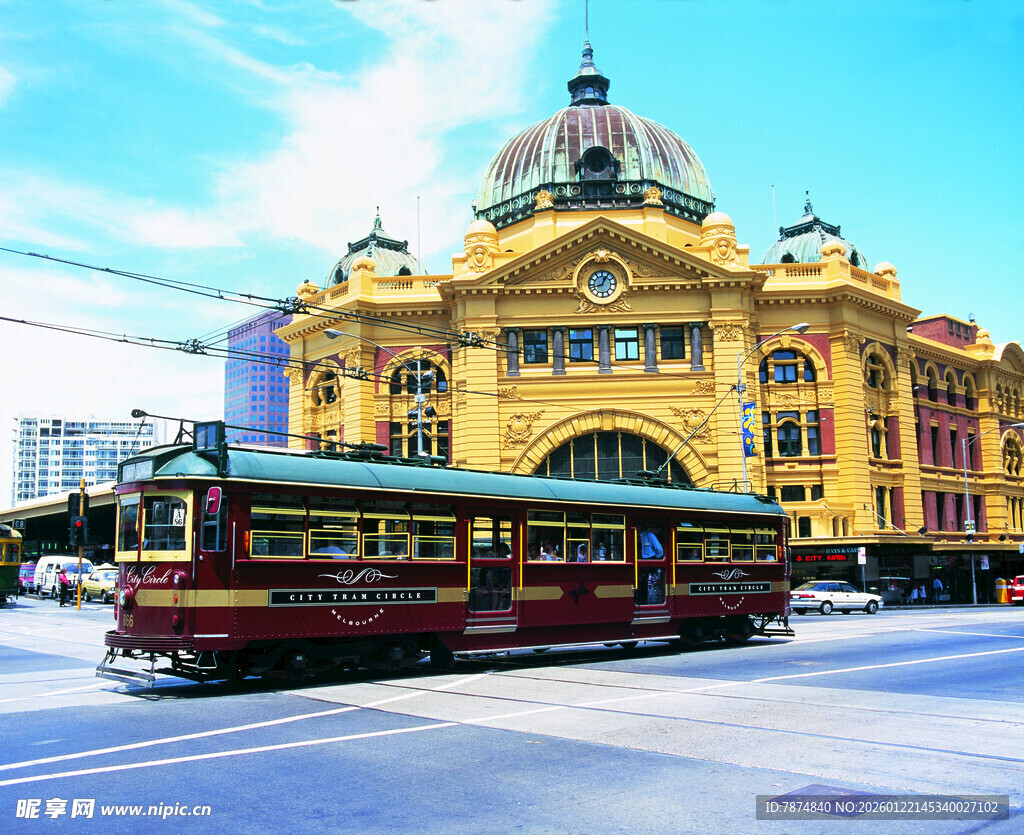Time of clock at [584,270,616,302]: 12:42
